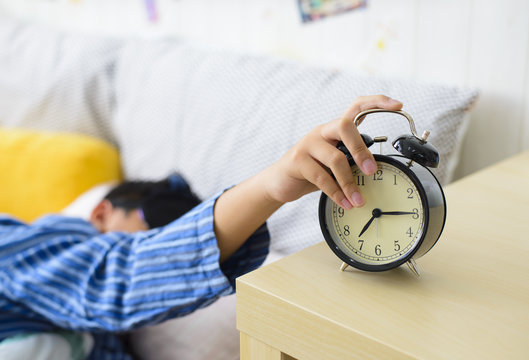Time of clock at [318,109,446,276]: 7:15
